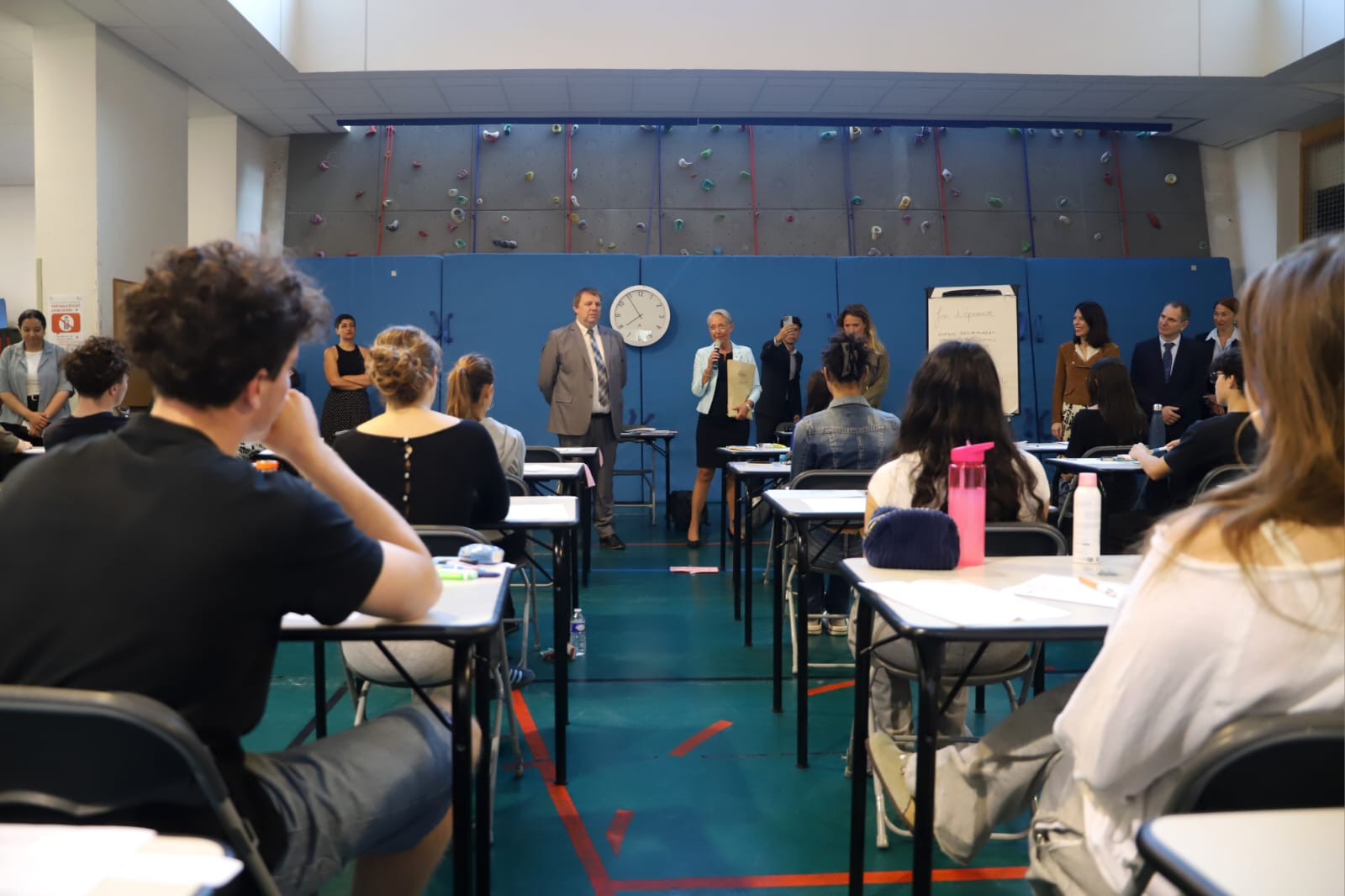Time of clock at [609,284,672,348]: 7:54
